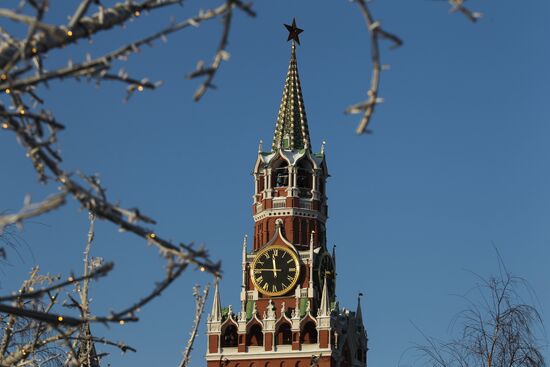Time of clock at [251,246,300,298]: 11:45
